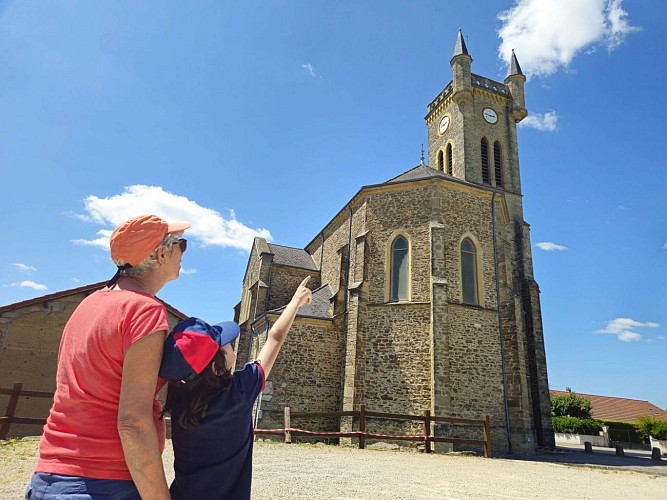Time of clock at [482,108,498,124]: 2:46
